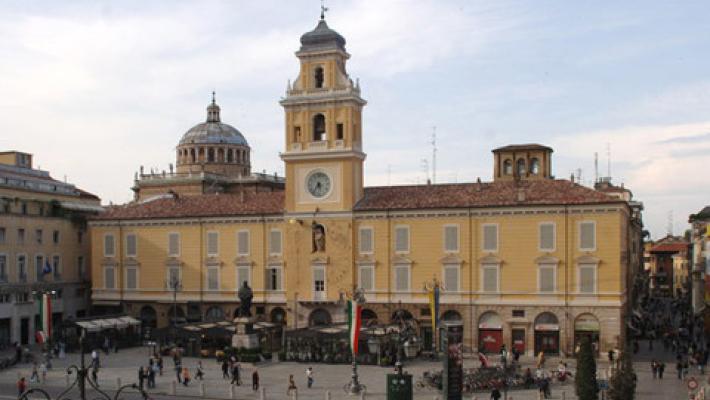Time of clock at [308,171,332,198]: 5:36
